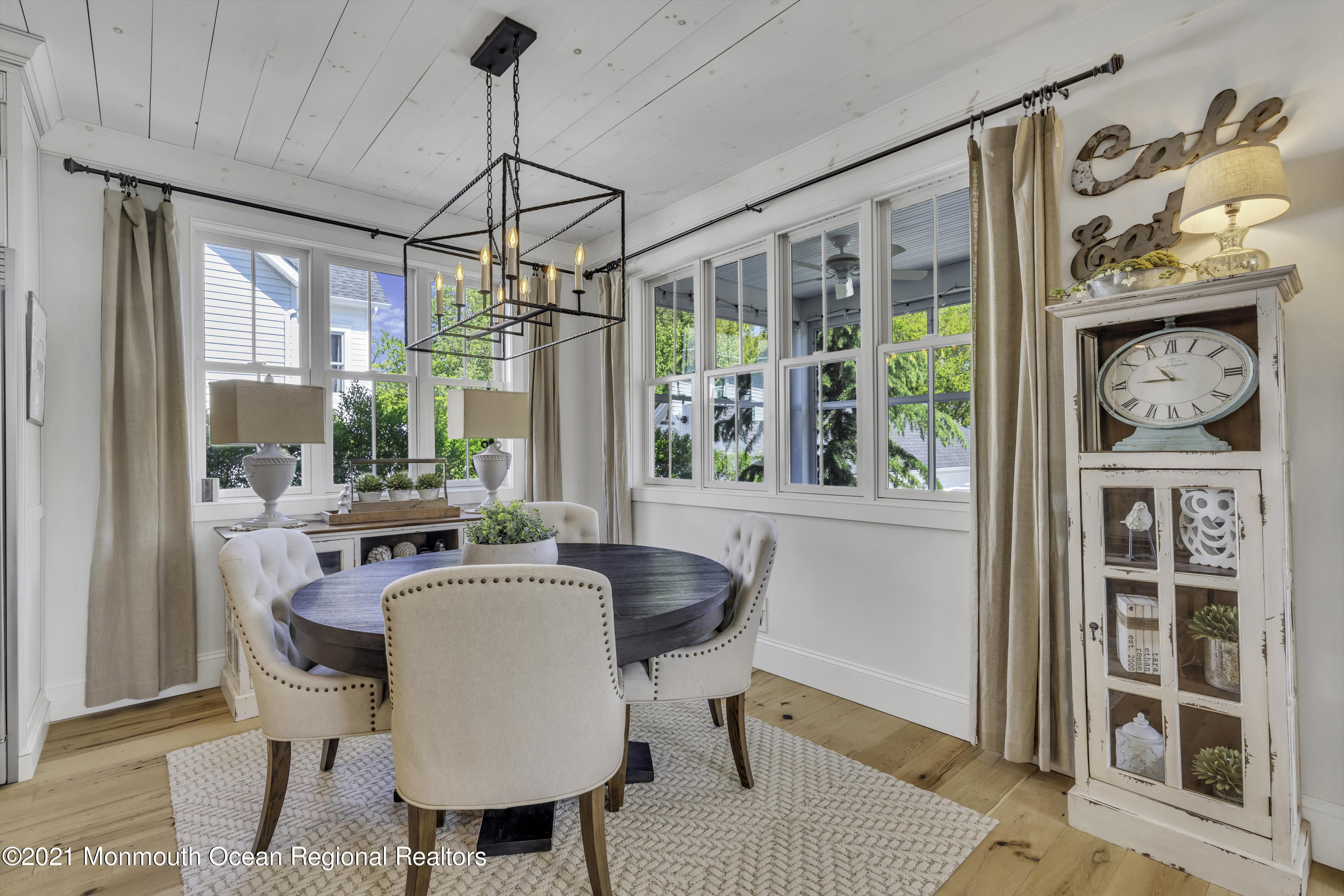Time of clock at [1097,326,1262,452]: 10:45
